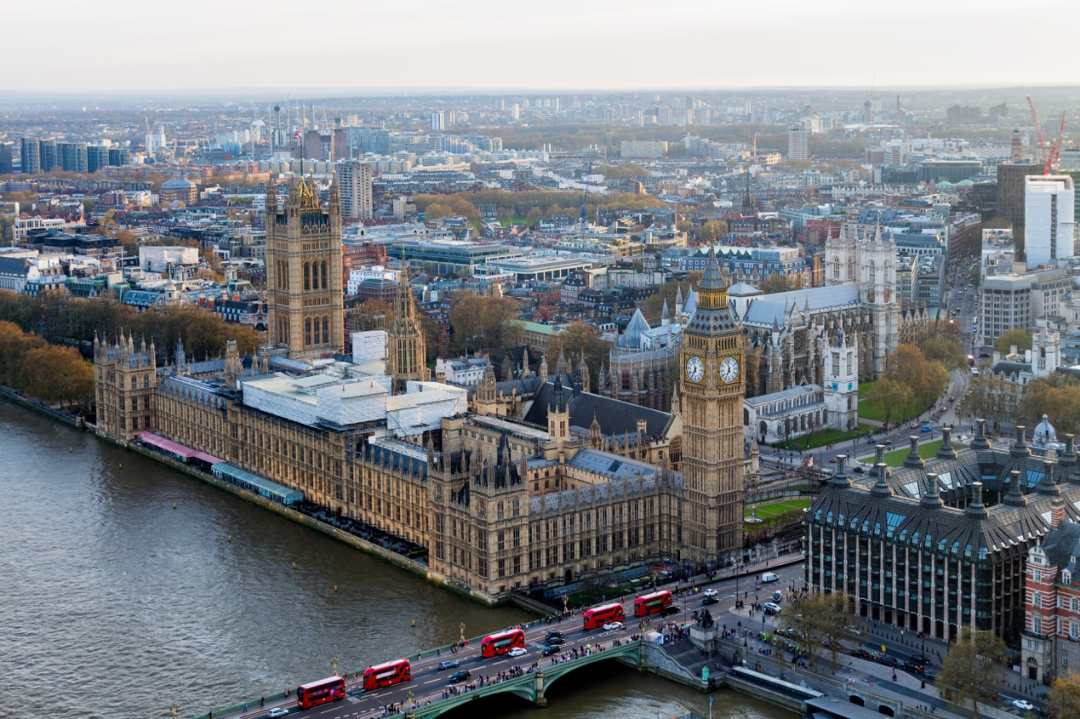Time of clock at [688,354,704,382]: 6:58
